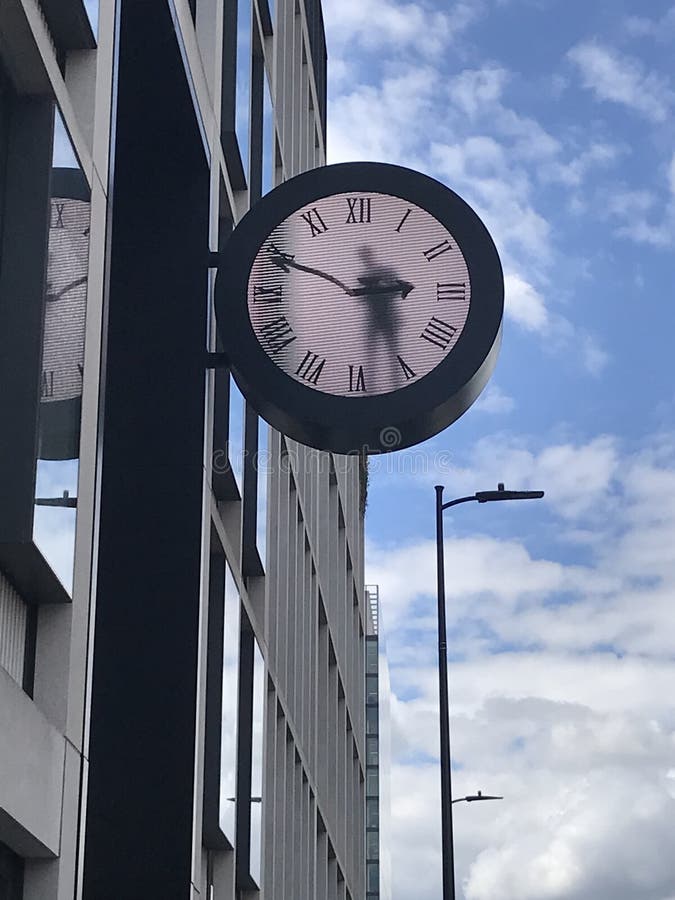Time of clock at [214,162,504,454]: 2:48
